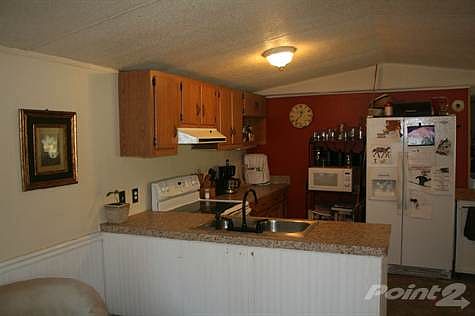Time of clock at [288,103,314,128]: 12:37
